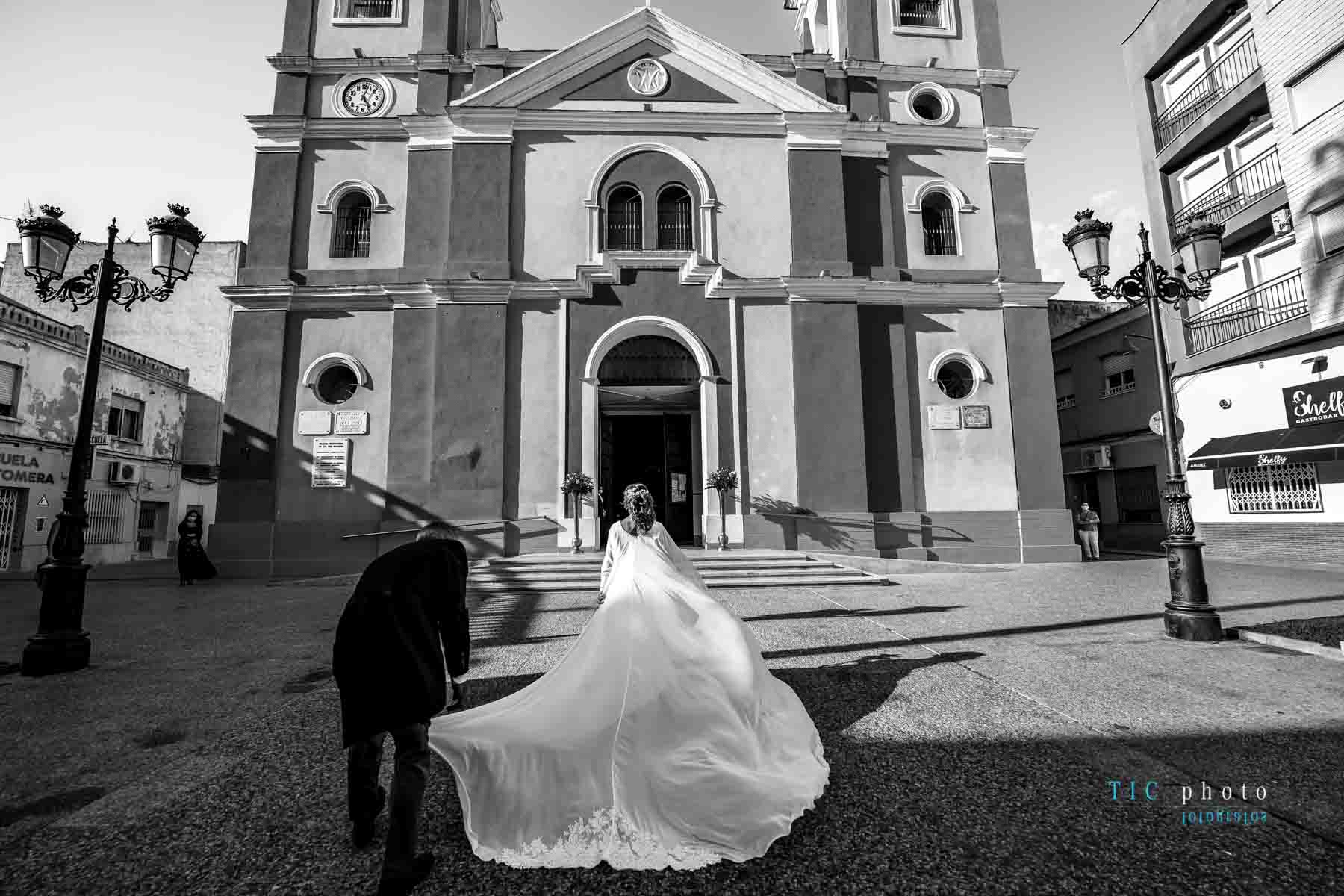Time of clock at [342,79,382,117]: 5:03
